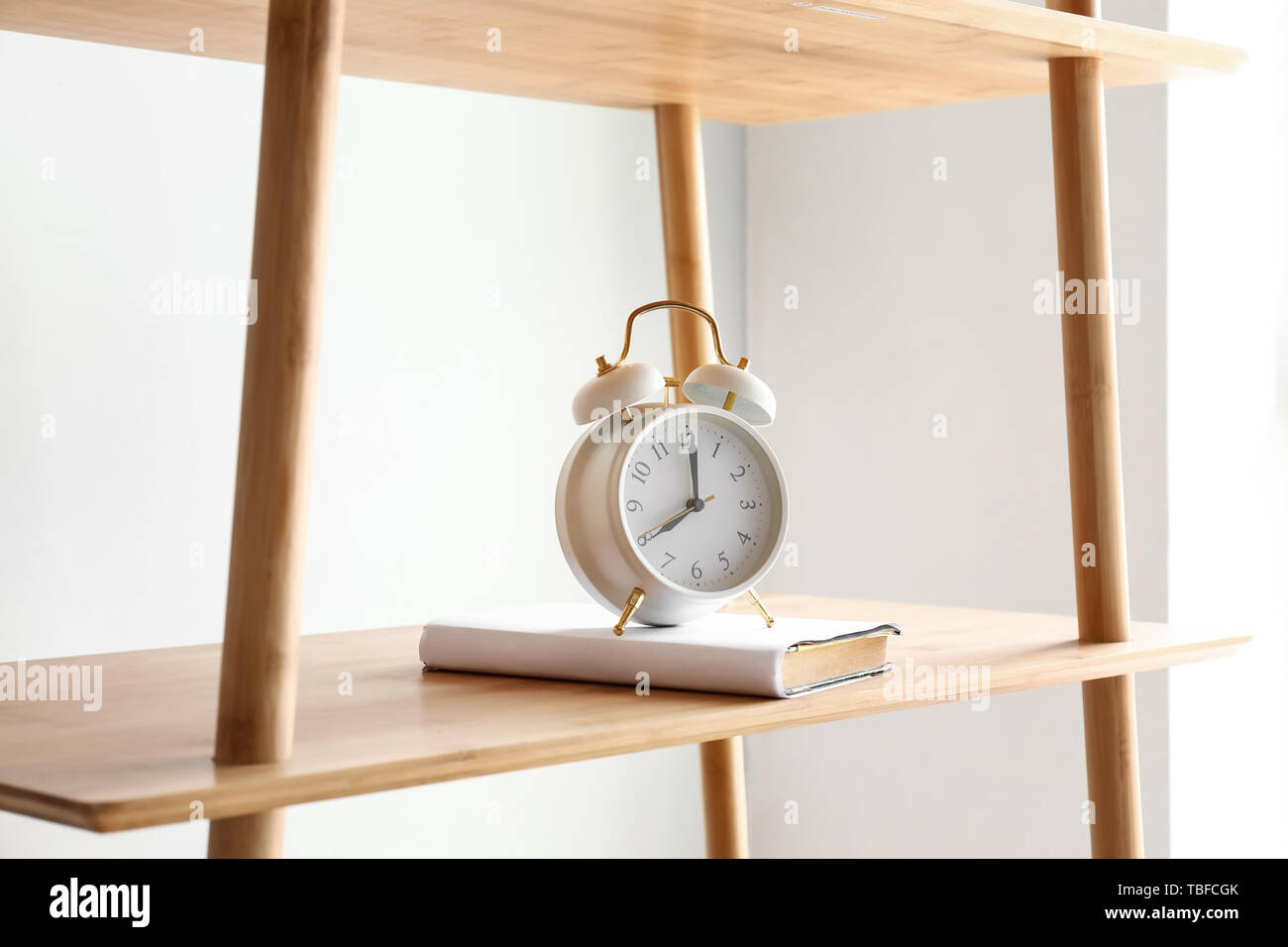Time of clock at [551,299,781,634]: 8:01
